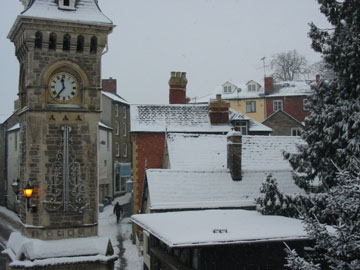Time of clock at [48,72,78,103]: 11:36
